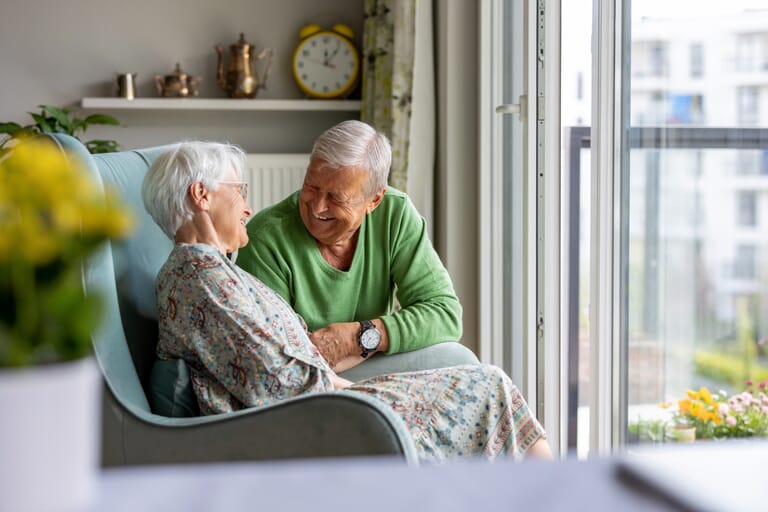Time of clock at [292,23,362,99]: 12:06
